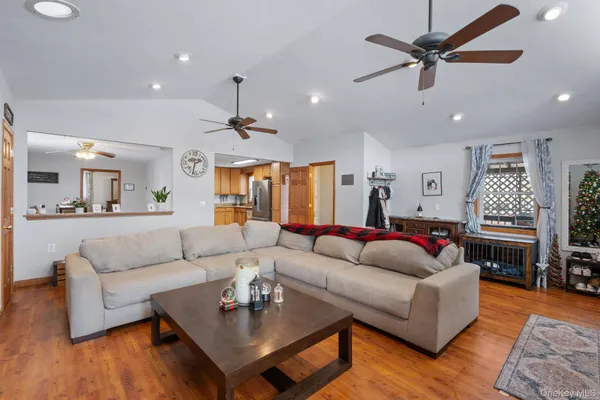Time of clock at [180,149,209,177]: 2:32
